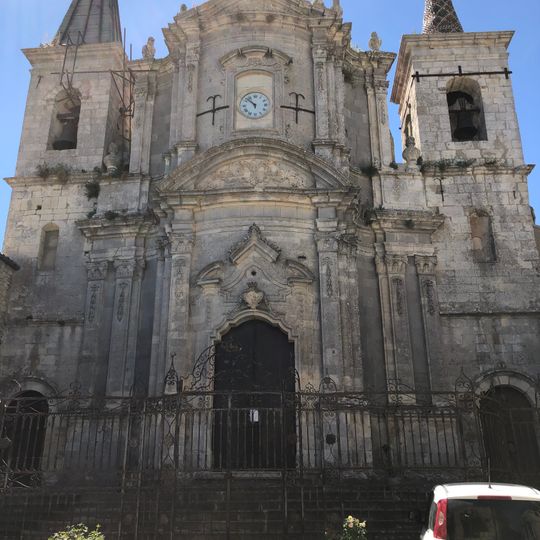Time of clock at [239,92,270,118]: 5:52
